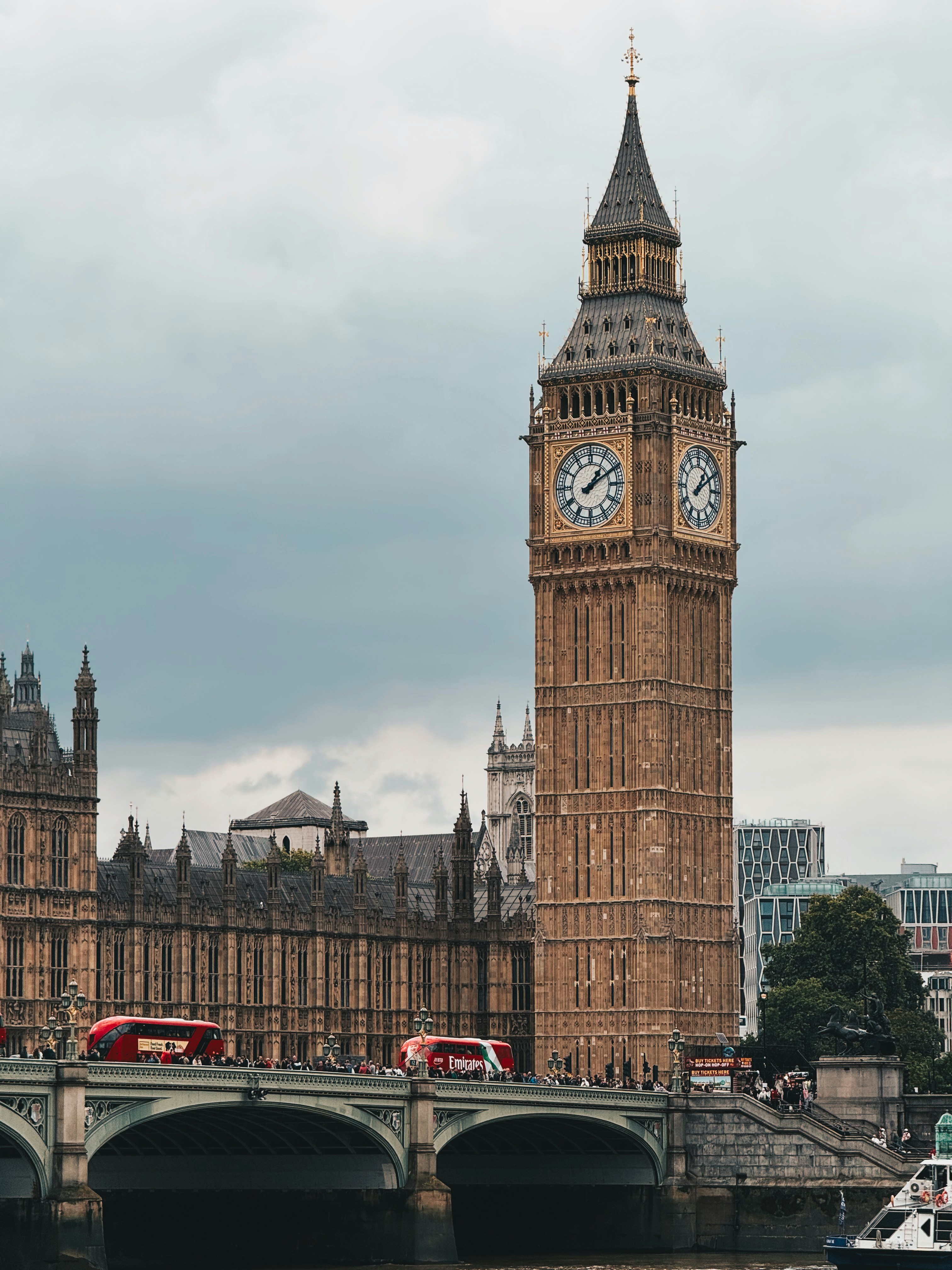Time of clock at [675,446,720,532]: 1:09
